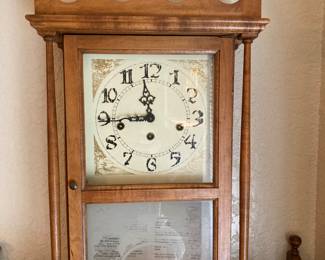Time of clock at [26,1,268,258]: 8:58
